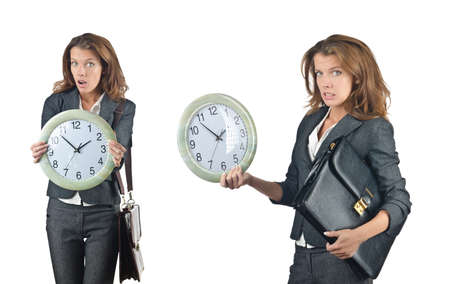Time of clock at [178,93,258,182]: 1:53
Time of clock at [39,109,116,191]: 1:52
